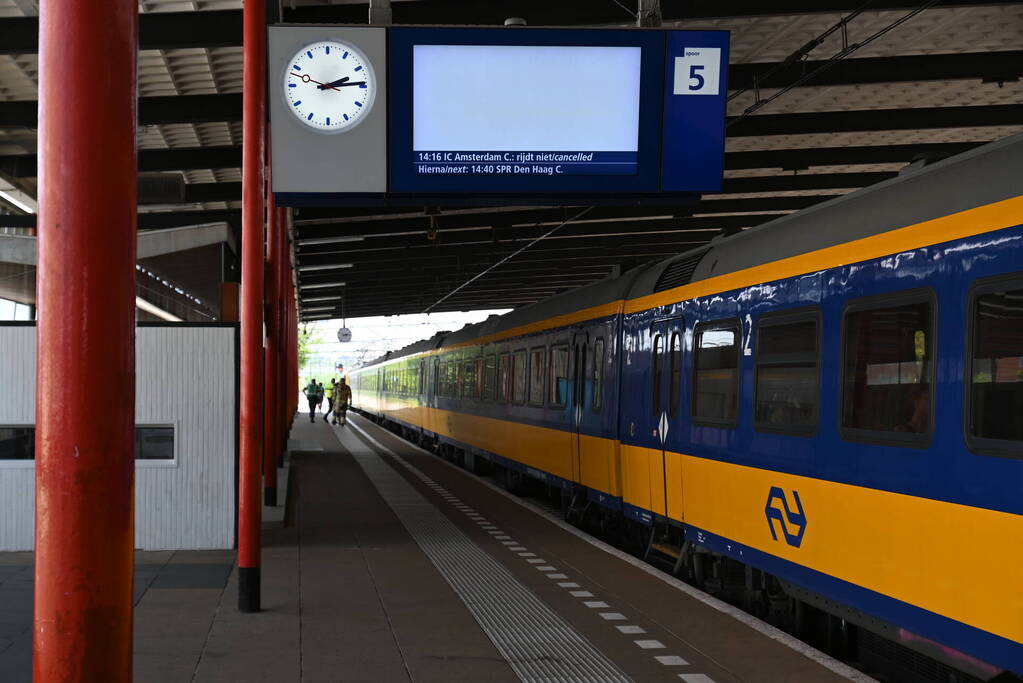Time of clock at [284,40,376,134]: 2:14
